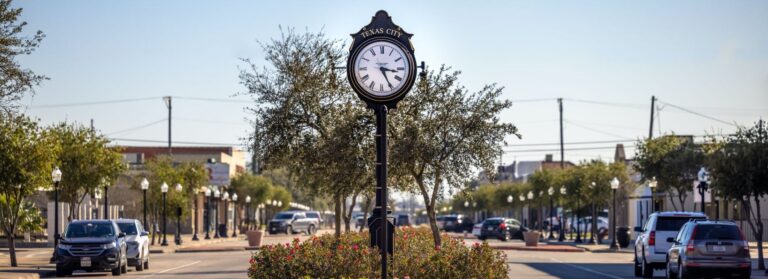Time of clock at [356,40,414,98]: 3:25
